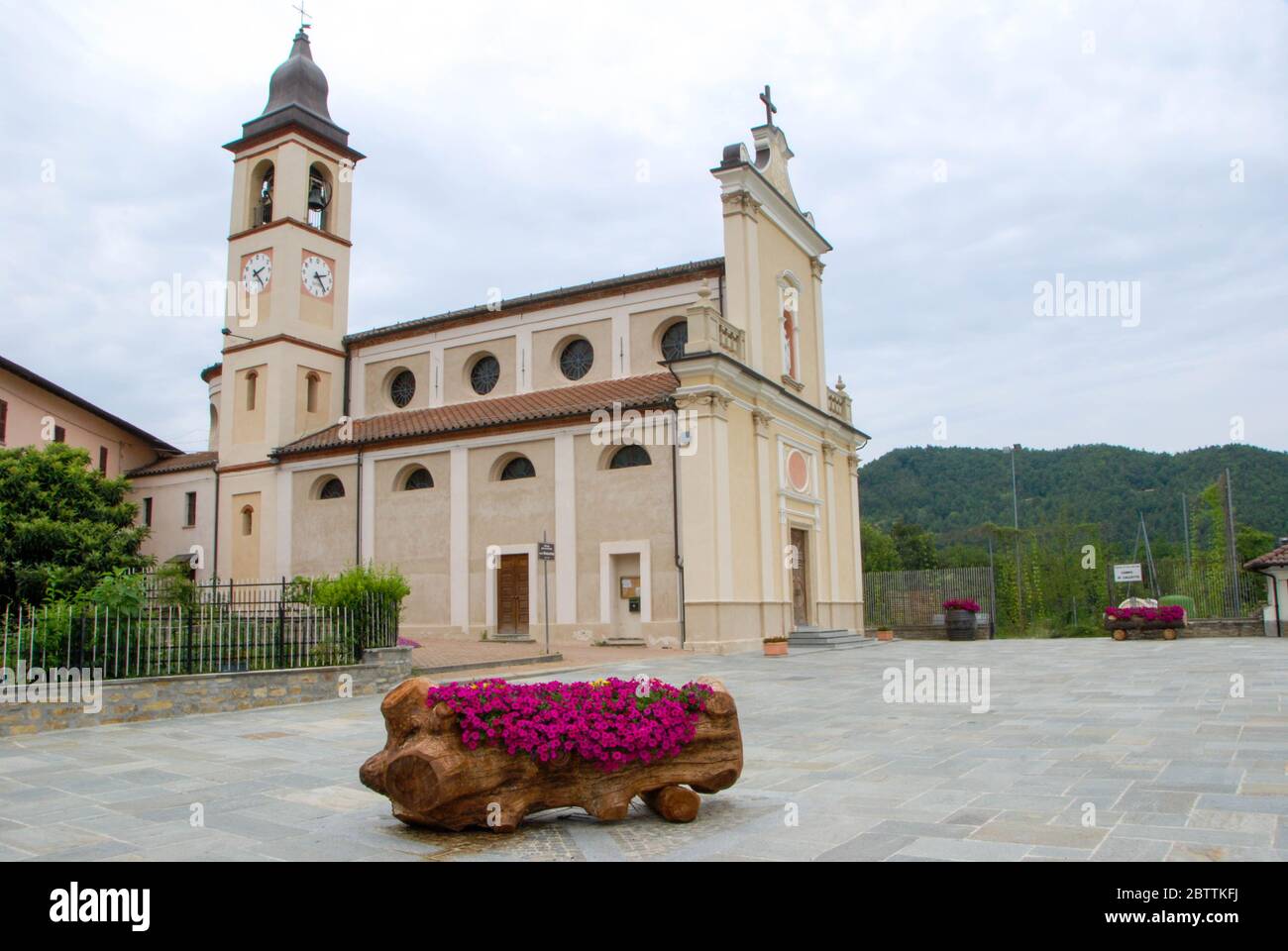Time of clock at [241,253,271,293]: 2:23
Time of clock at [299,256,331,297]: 2:23
